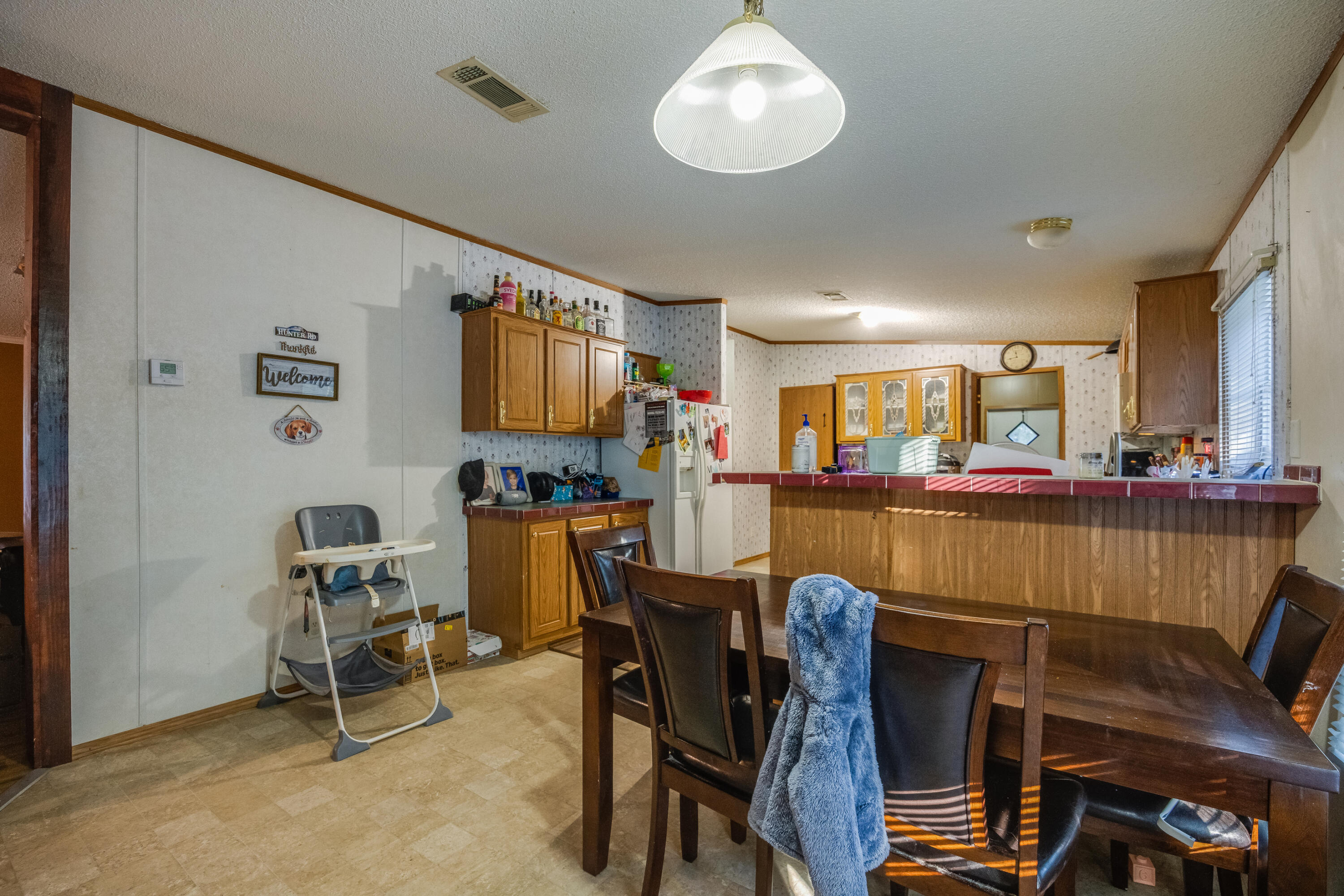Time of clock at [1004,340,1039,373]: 11:42
